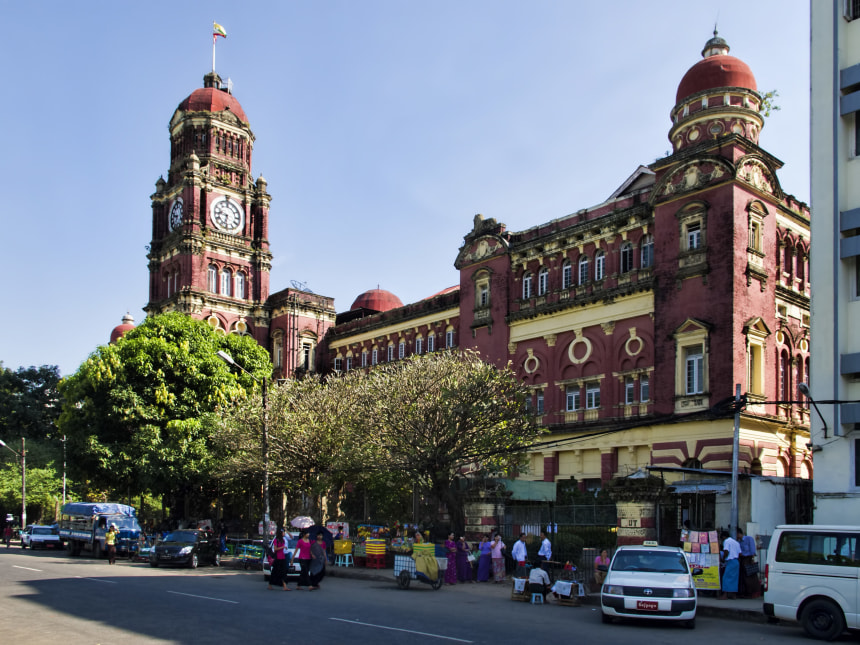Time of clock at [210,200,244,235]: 9:32
